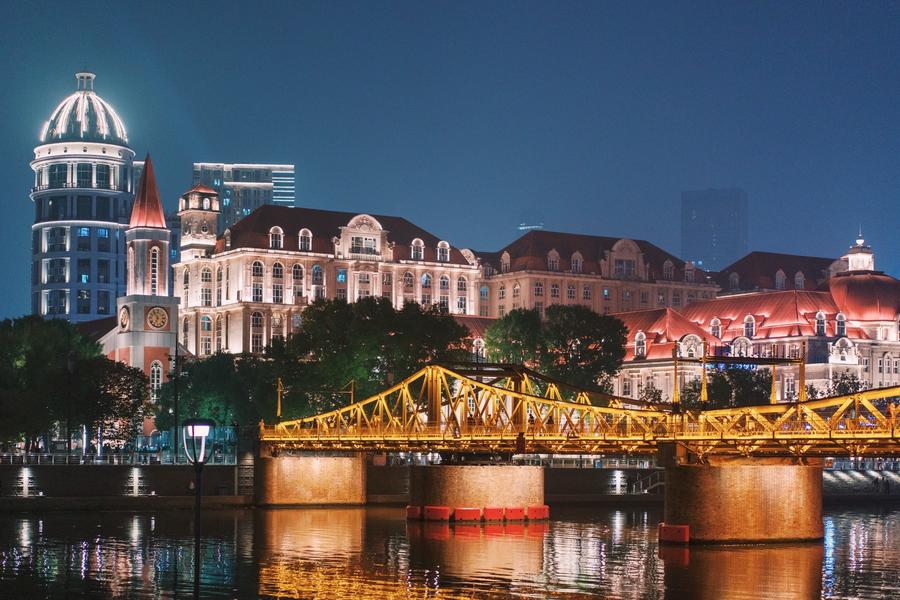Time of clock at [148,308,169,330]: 6:54
